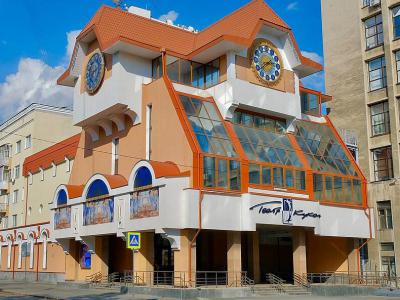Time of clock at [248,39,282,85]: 2:38
